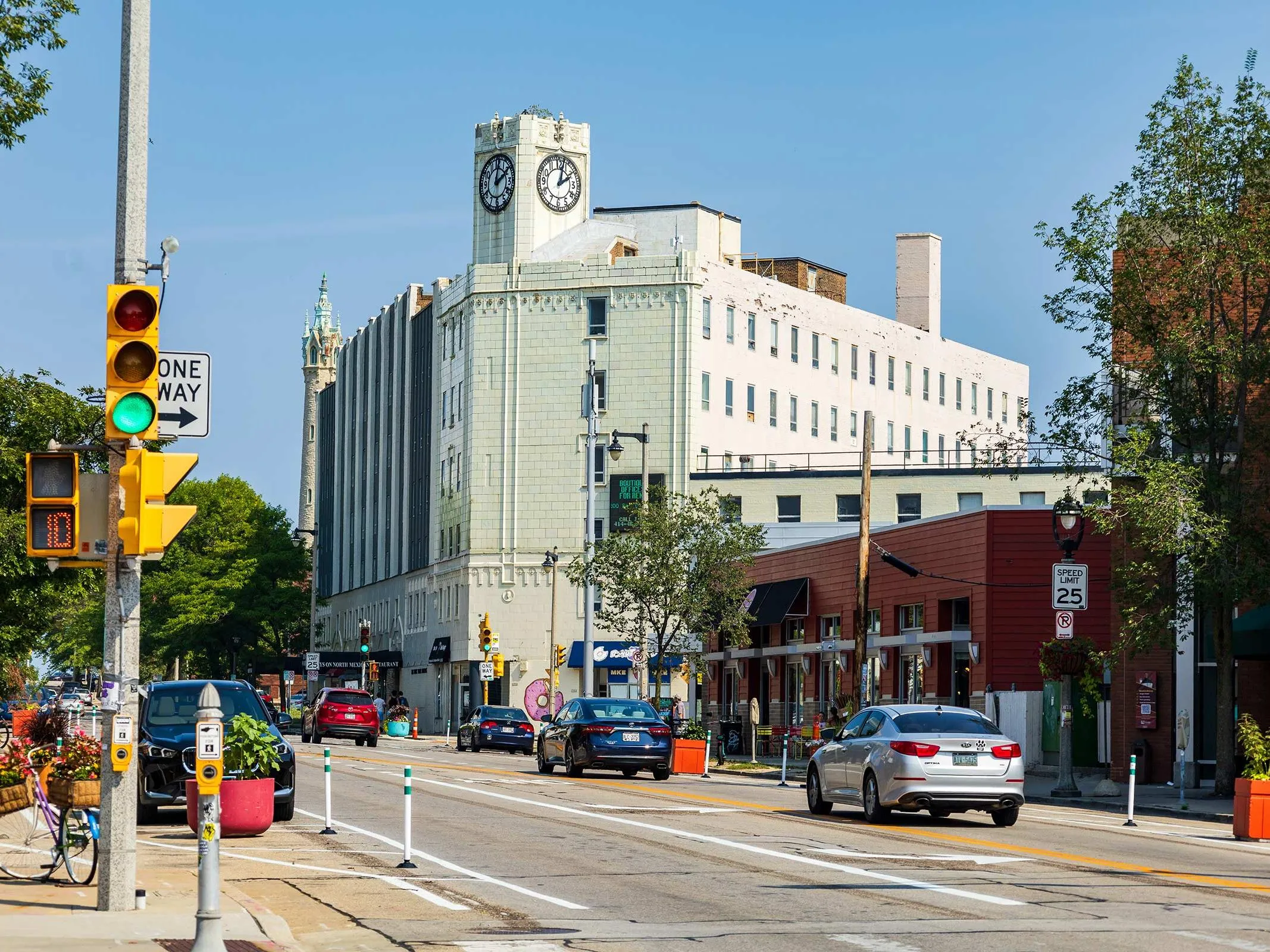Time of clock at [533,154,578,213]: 2:02
